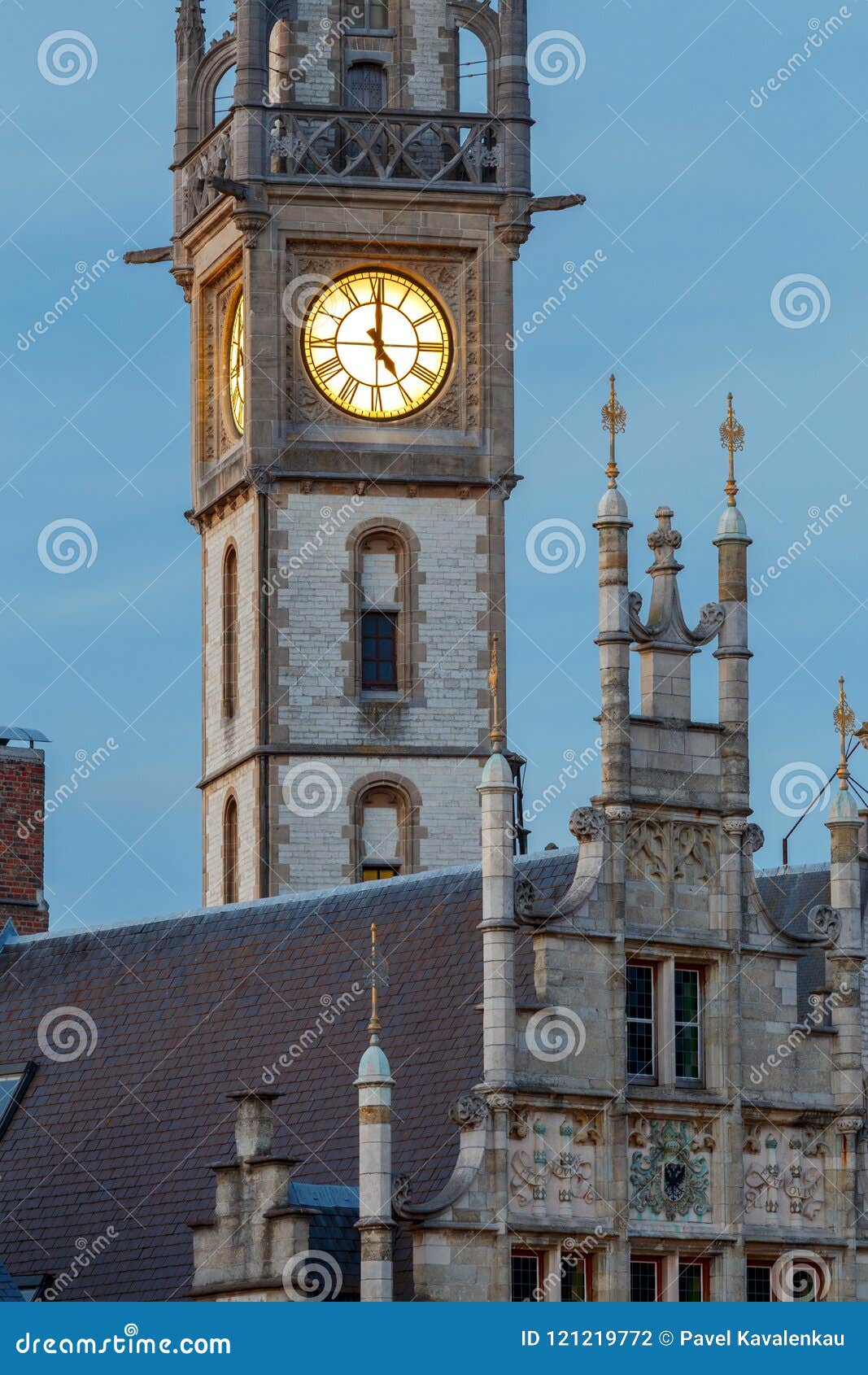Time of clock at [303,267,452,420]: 4:59
